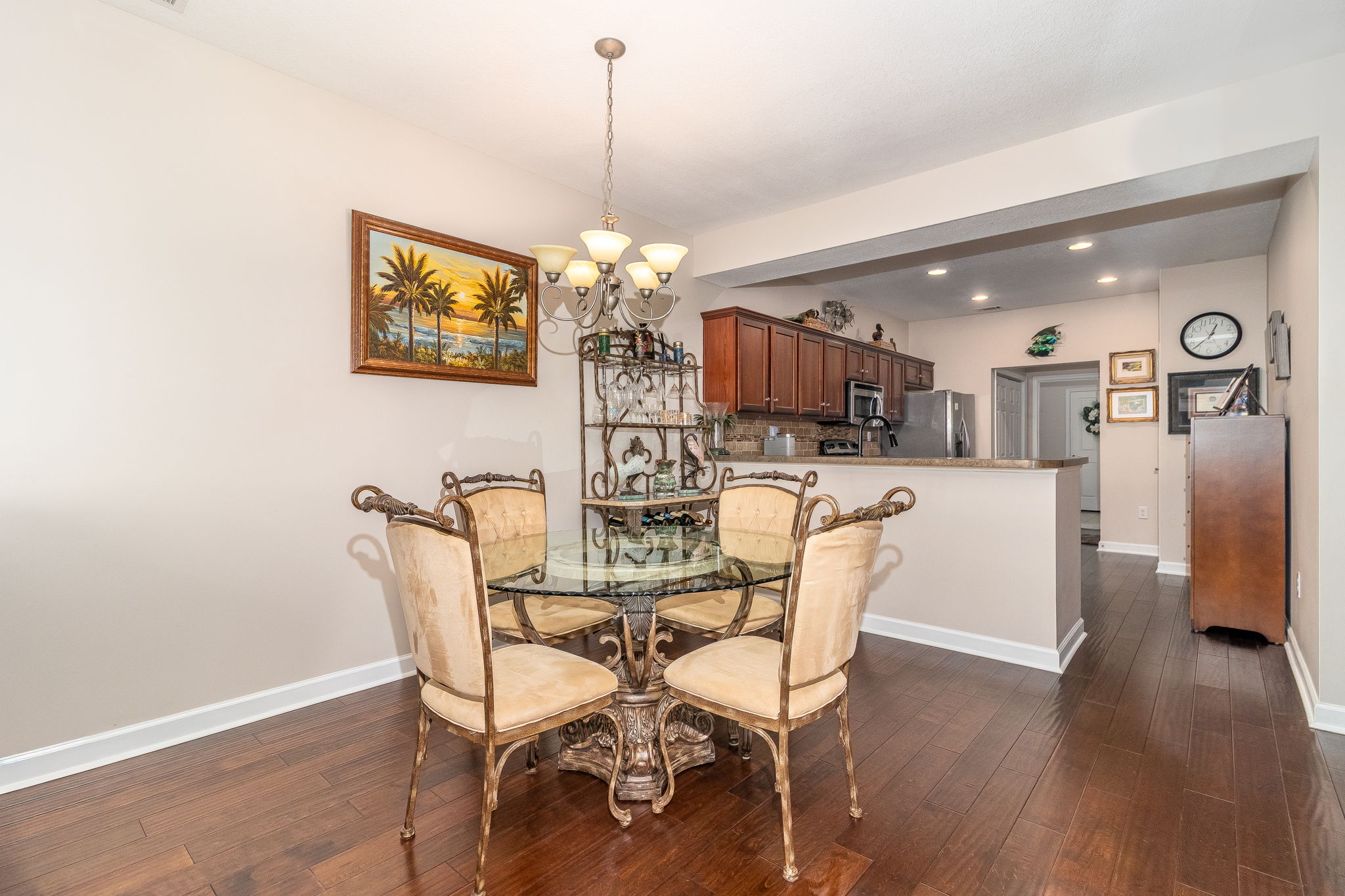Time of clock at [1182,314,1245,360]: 12:37
